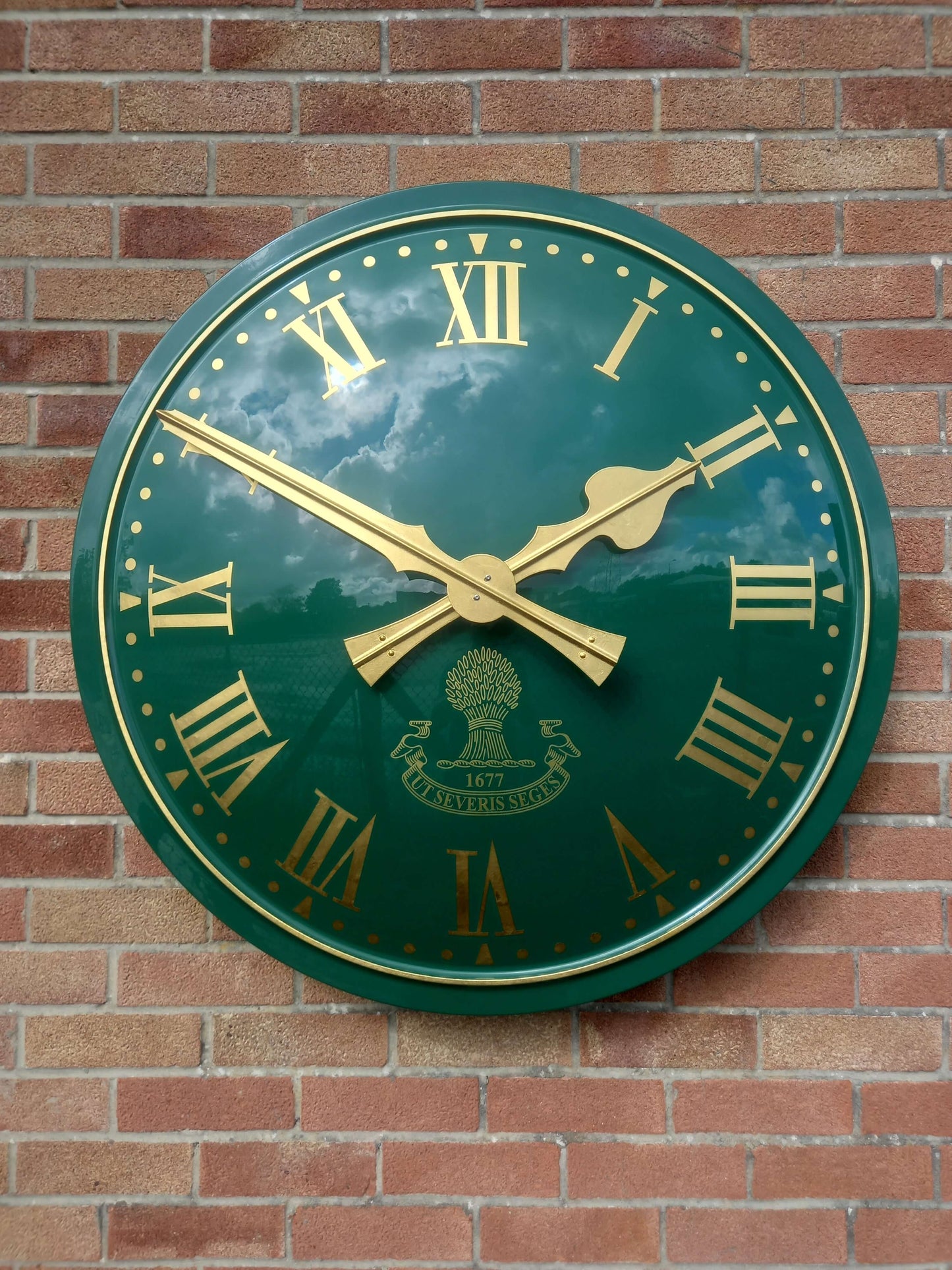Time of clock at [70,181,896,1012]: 1:50
